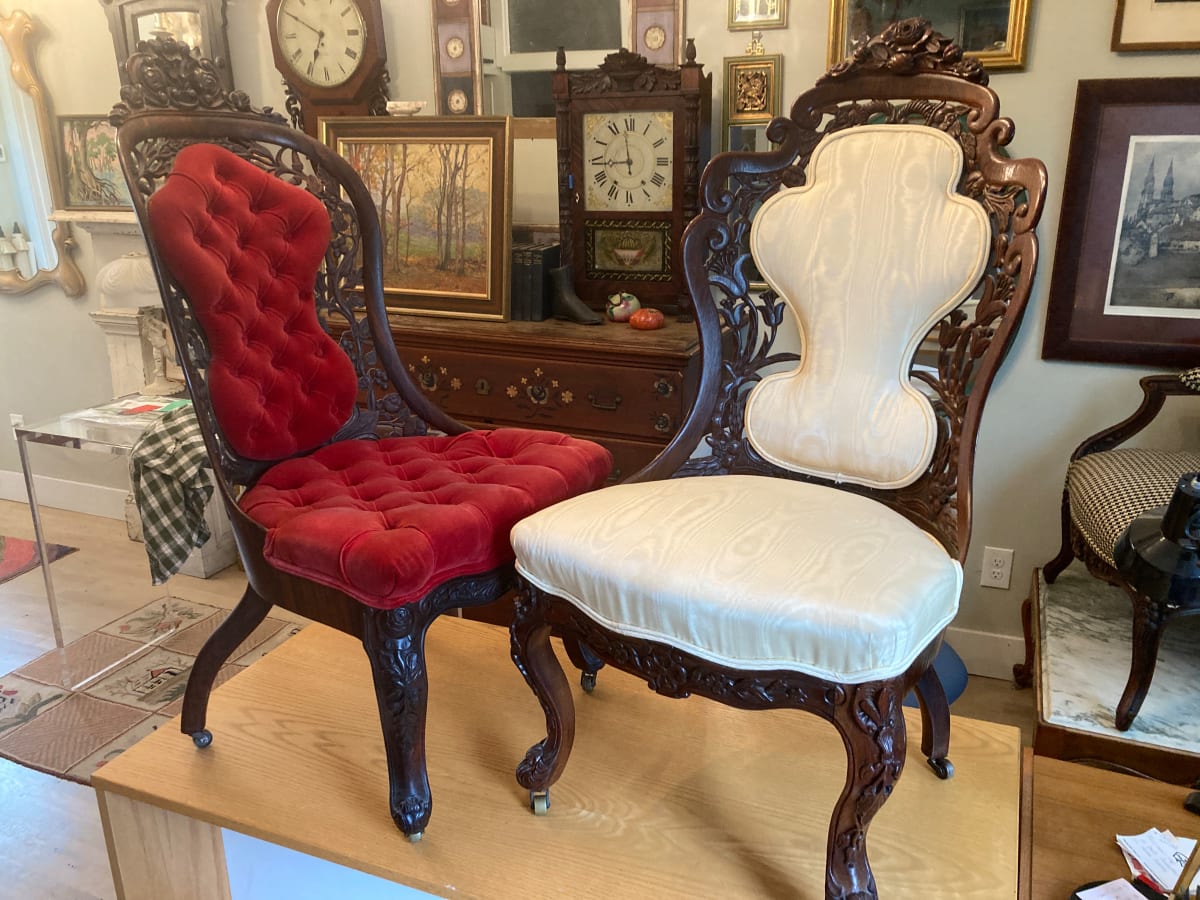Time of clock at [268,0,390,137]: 6:50
